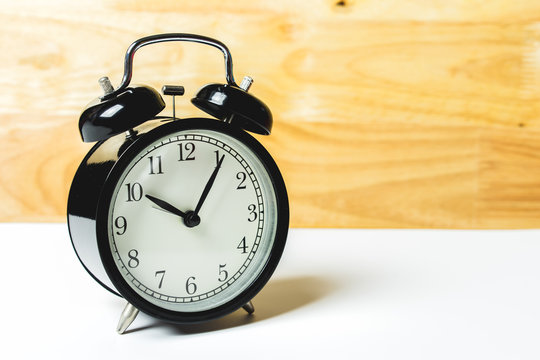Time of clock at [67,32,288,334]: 10:05
